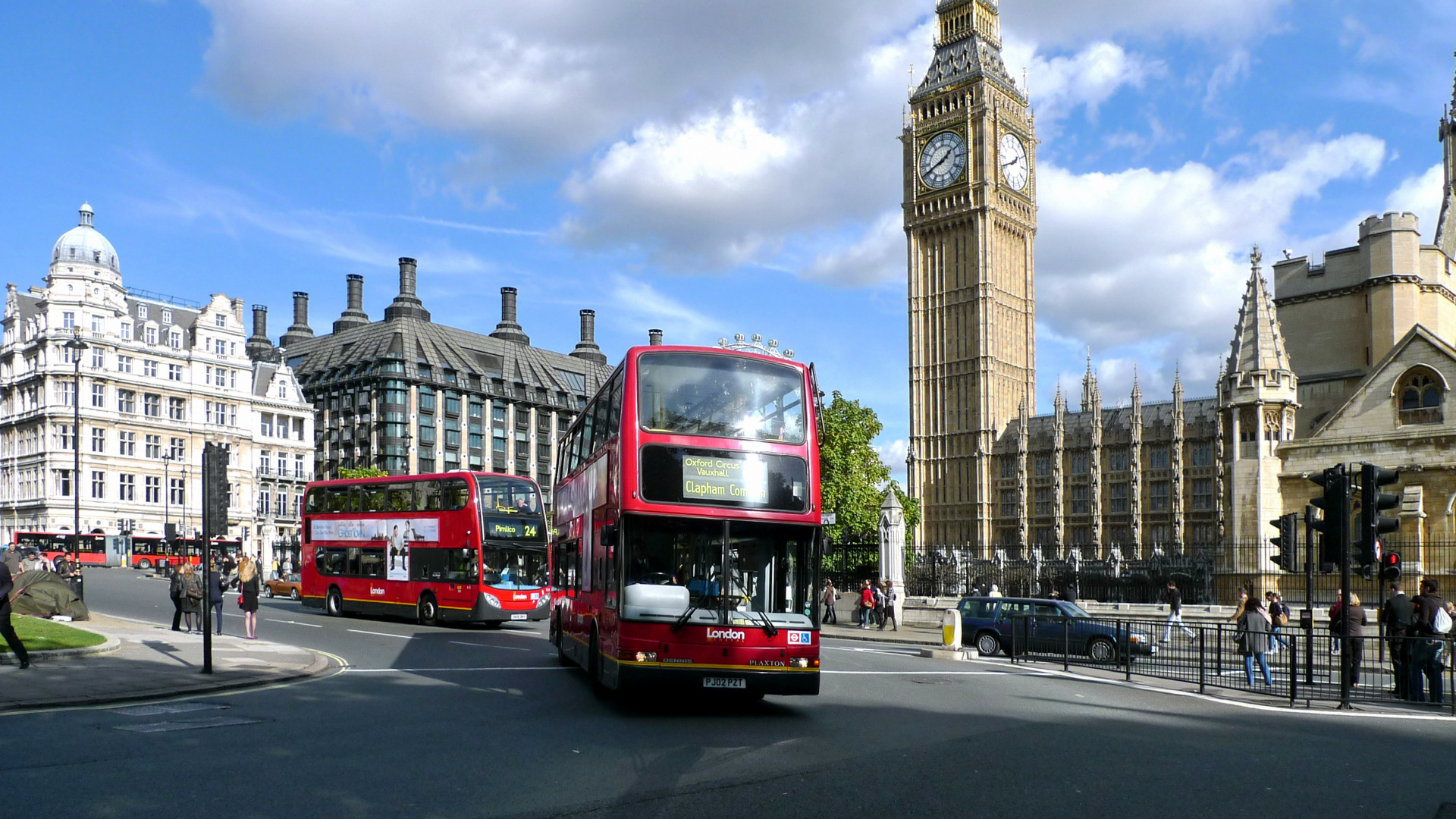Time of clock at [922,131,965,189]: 1:41
